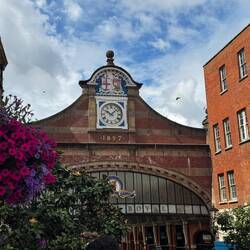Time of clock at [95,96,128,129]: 10:07
